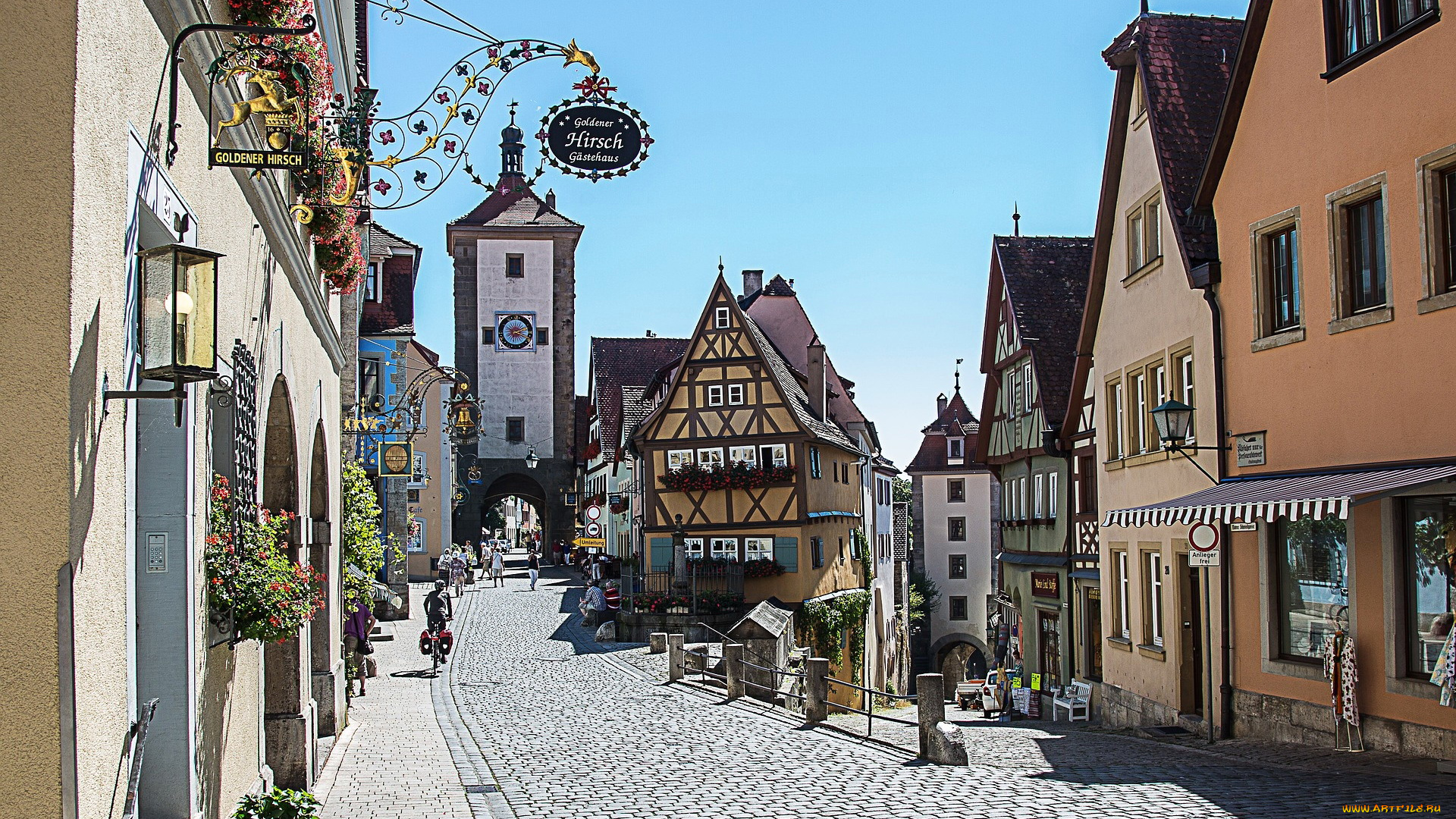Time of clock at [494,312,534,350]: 2:18
